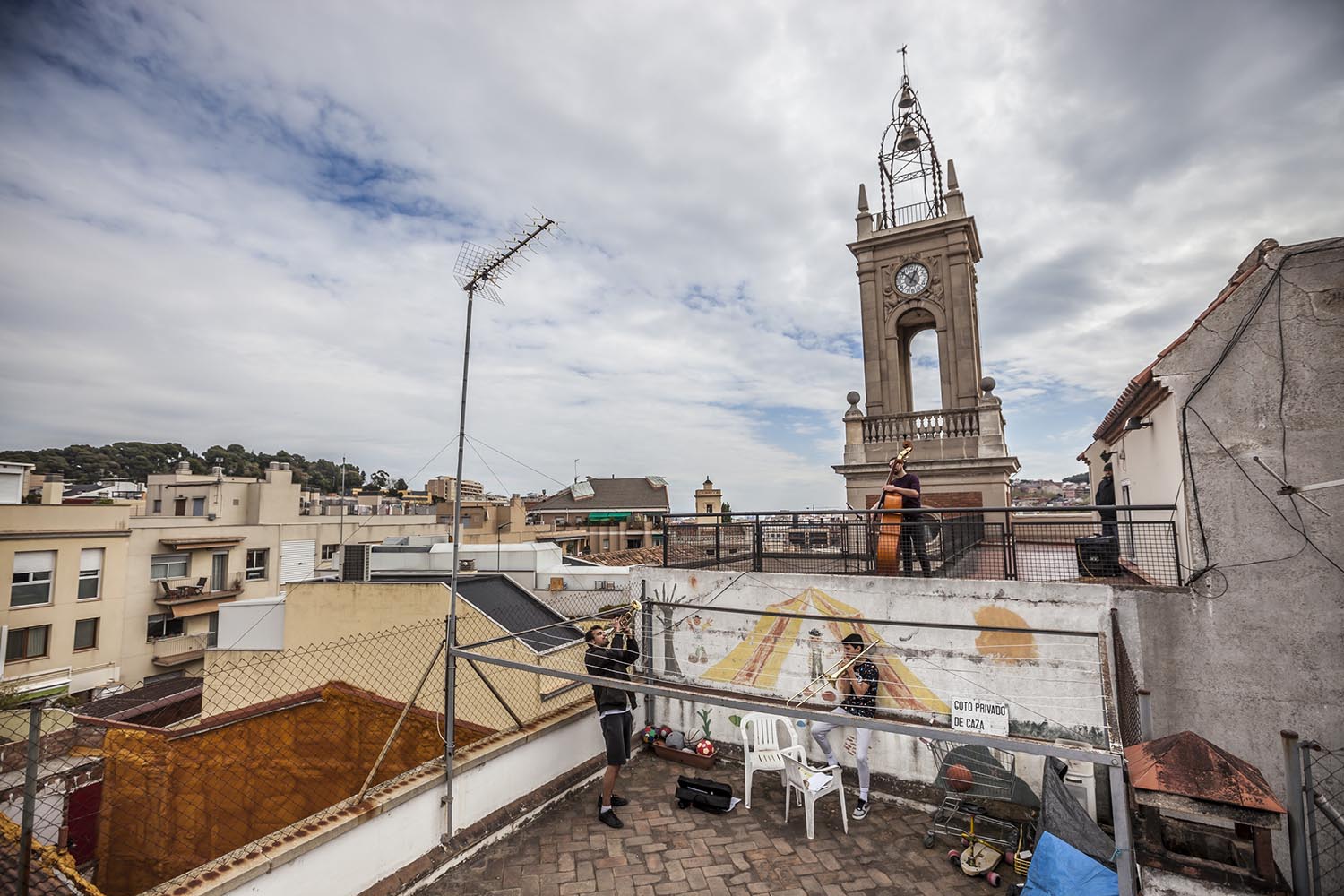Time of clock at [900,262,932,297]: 12:52
